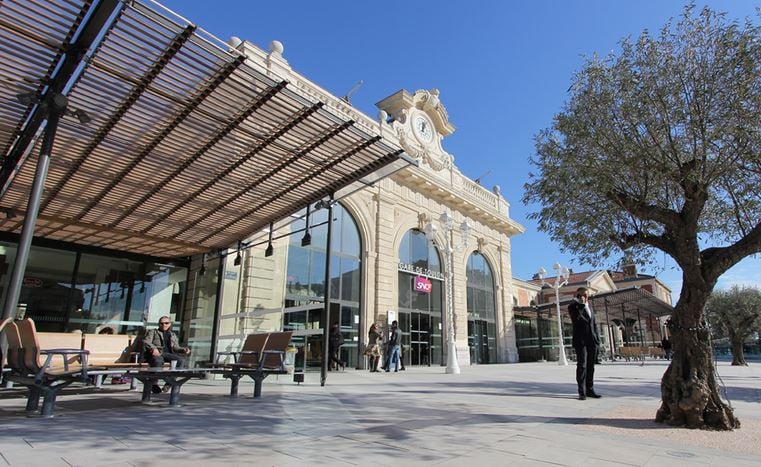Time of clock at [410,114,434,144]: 12:06
